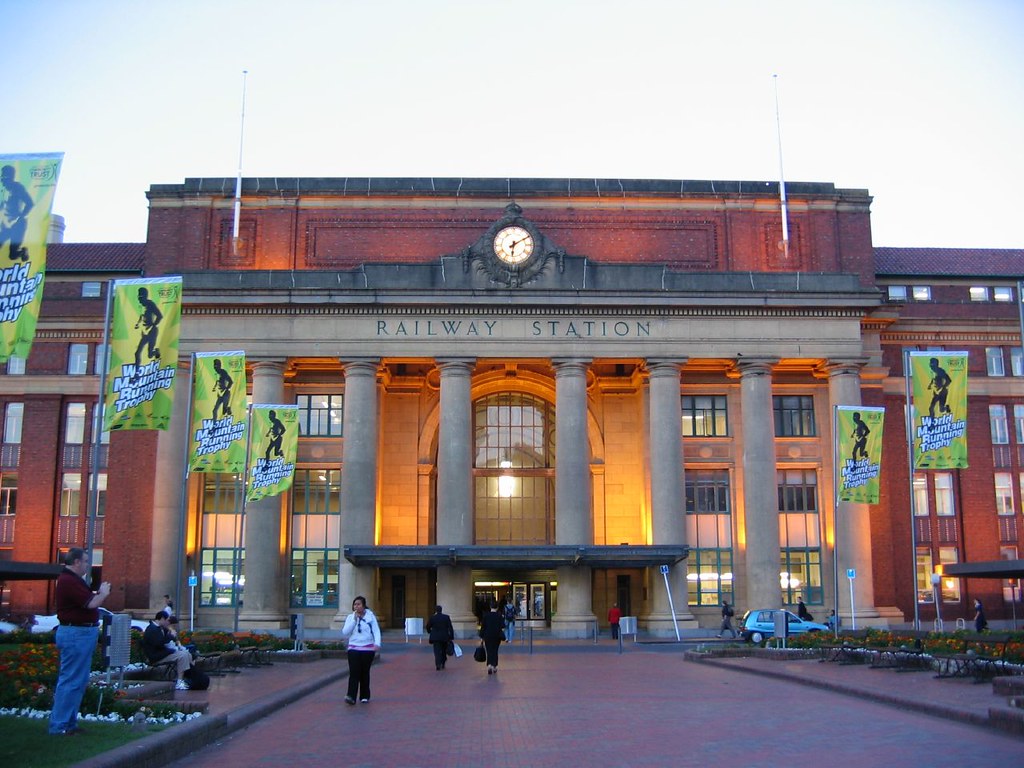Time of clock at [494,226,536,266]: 6:10
